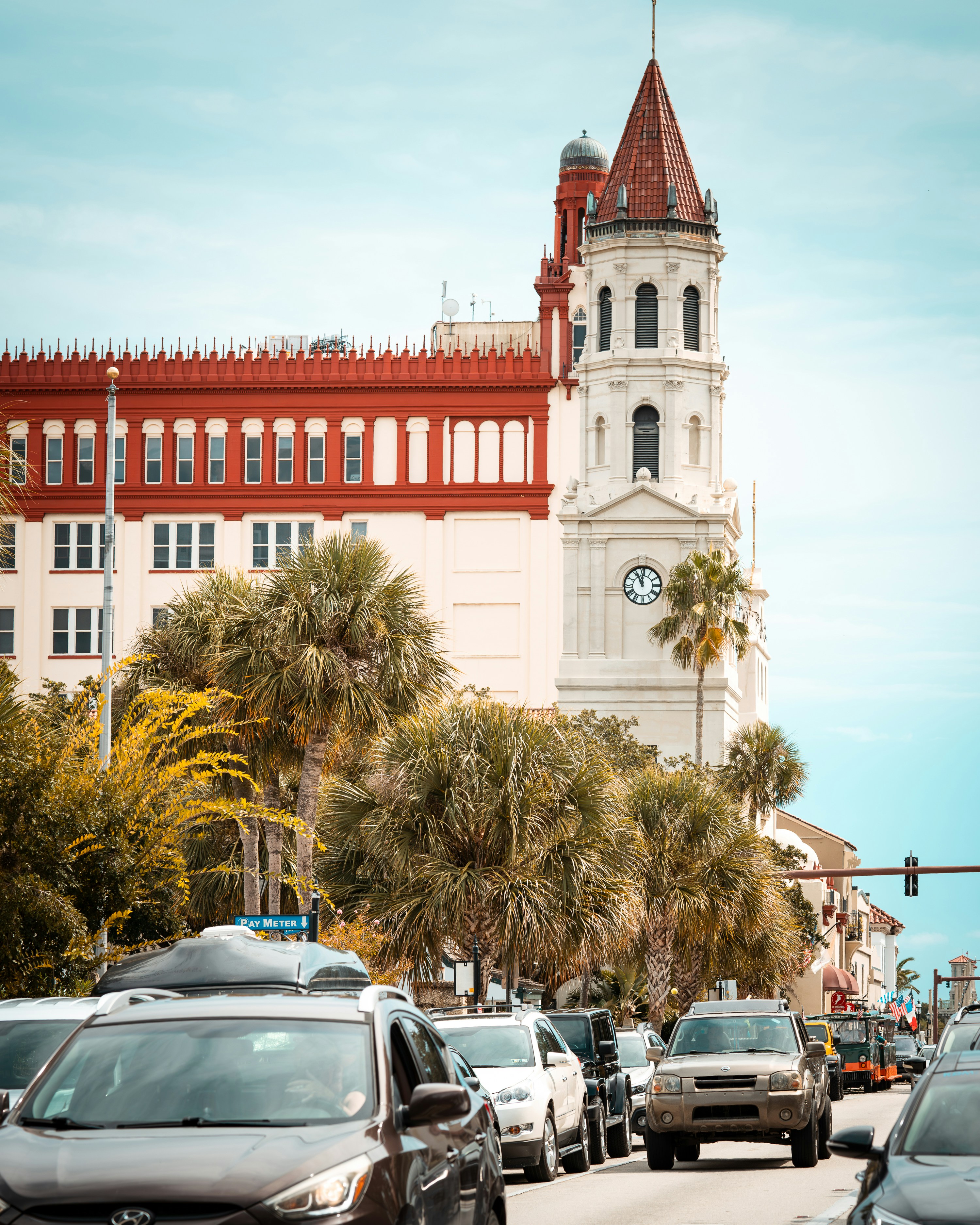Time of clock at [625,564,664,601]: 11:55
